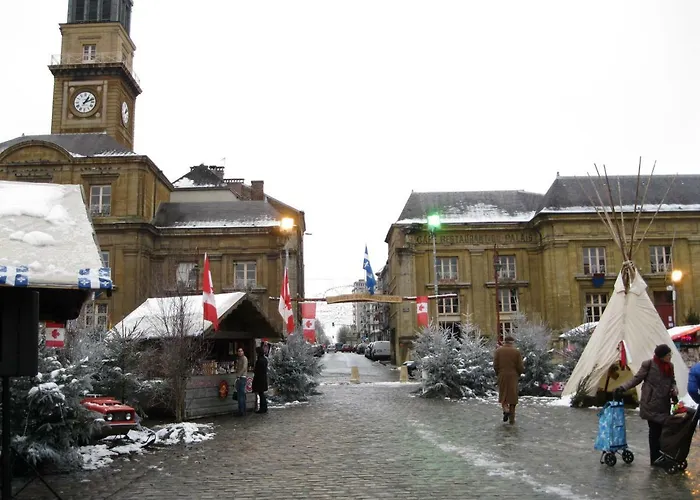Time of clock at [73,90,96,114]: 1:11
